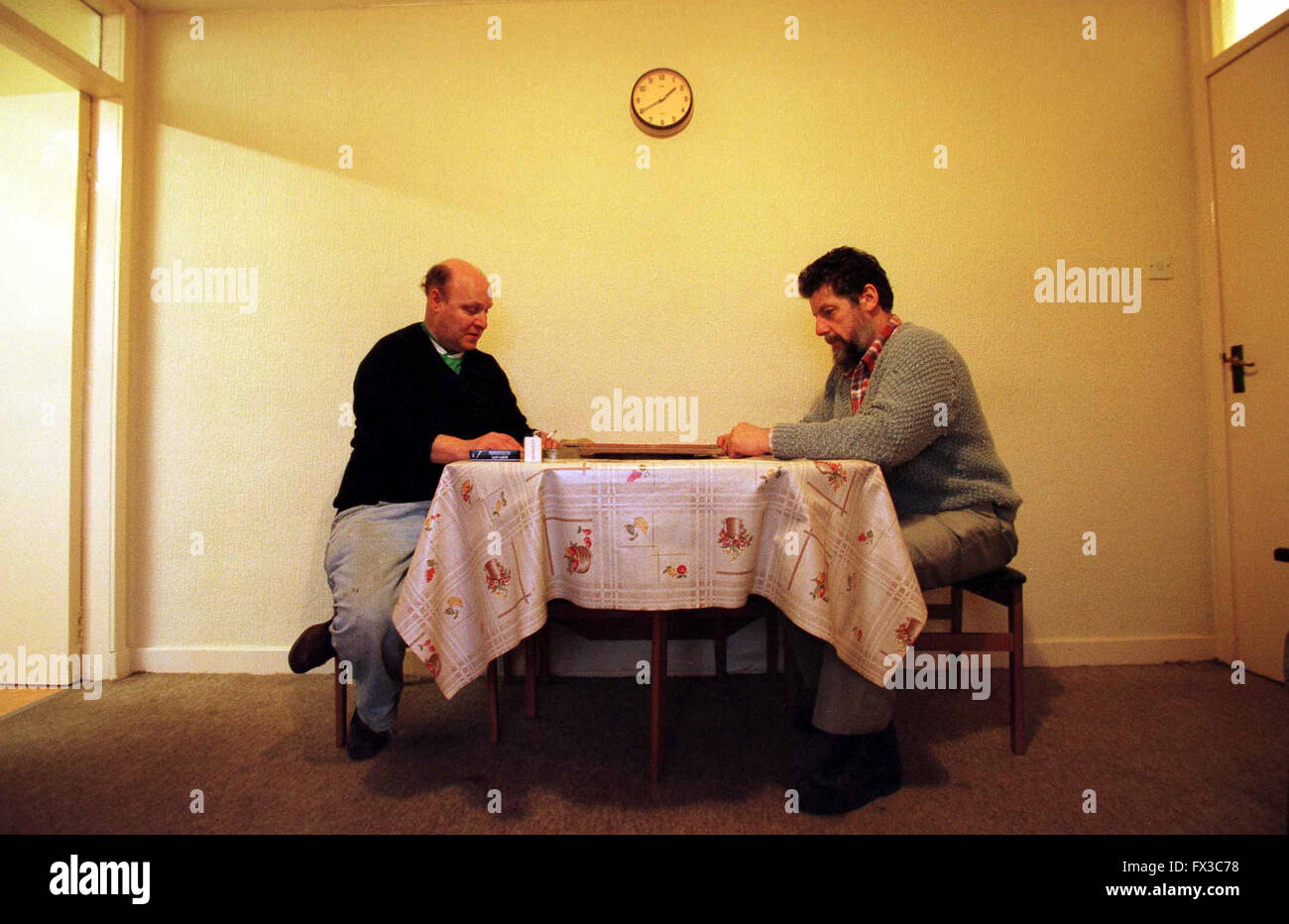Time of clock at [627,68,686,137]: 1:40
